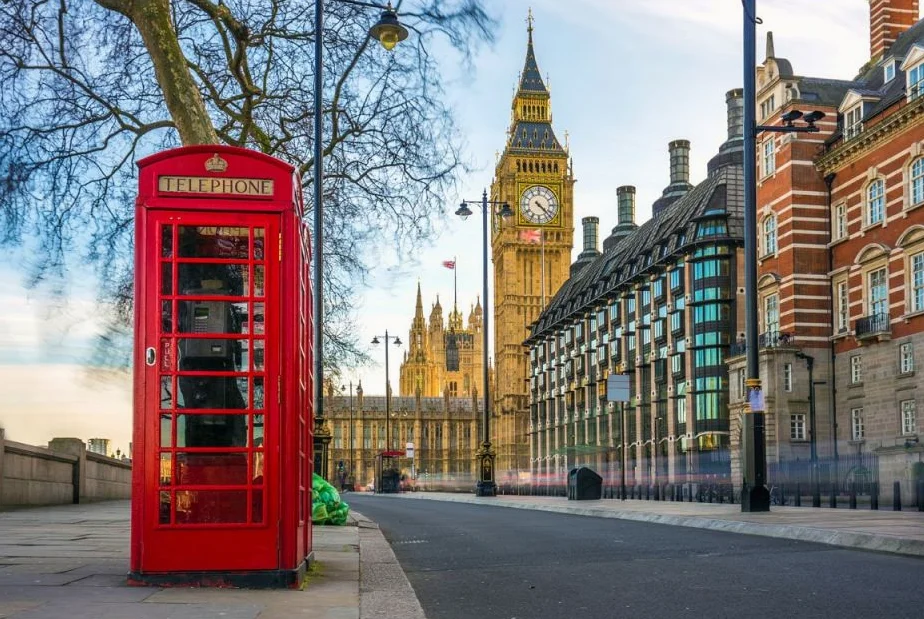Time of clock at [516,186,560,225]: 4:22
